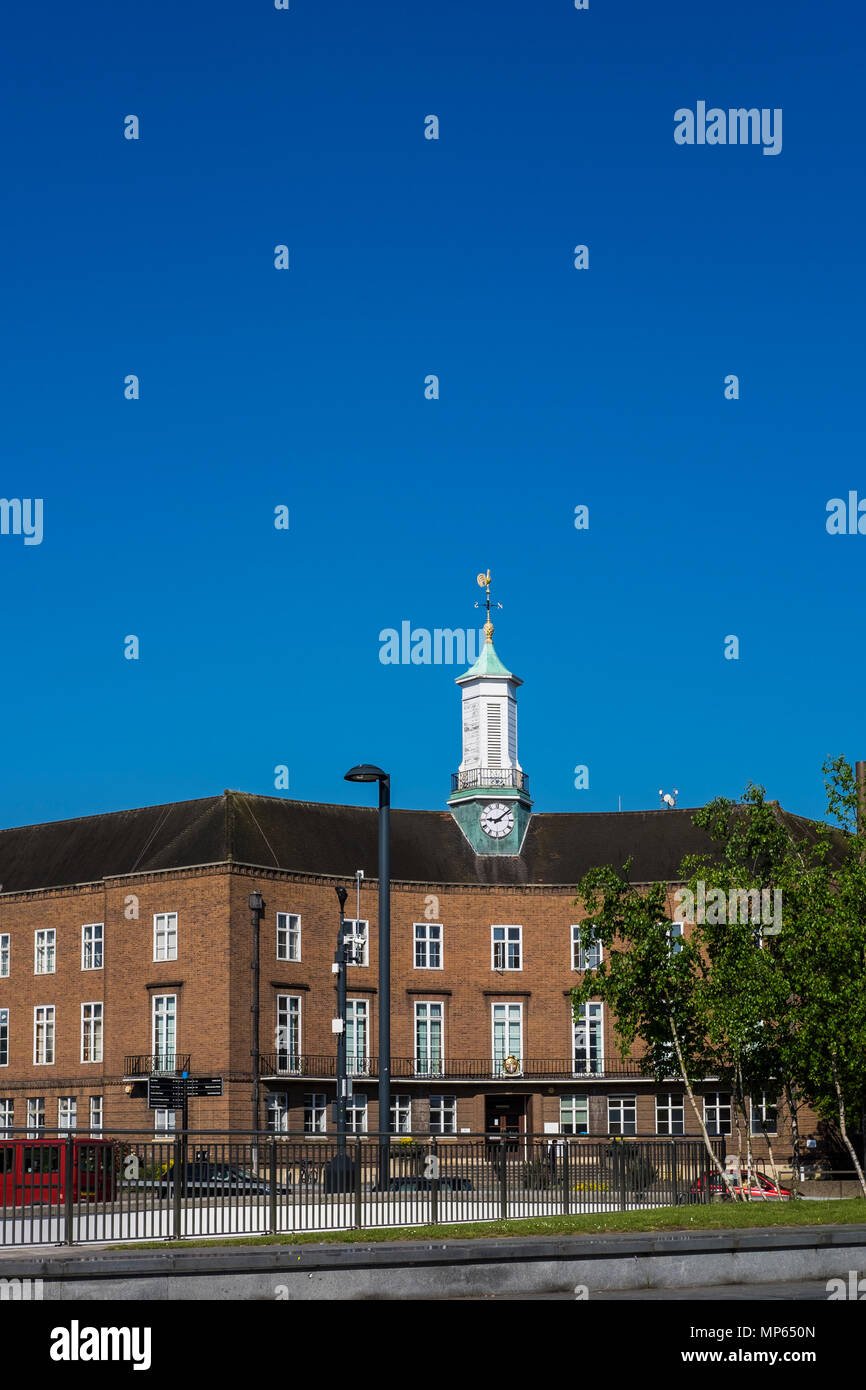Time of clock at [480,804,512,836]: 9:08
